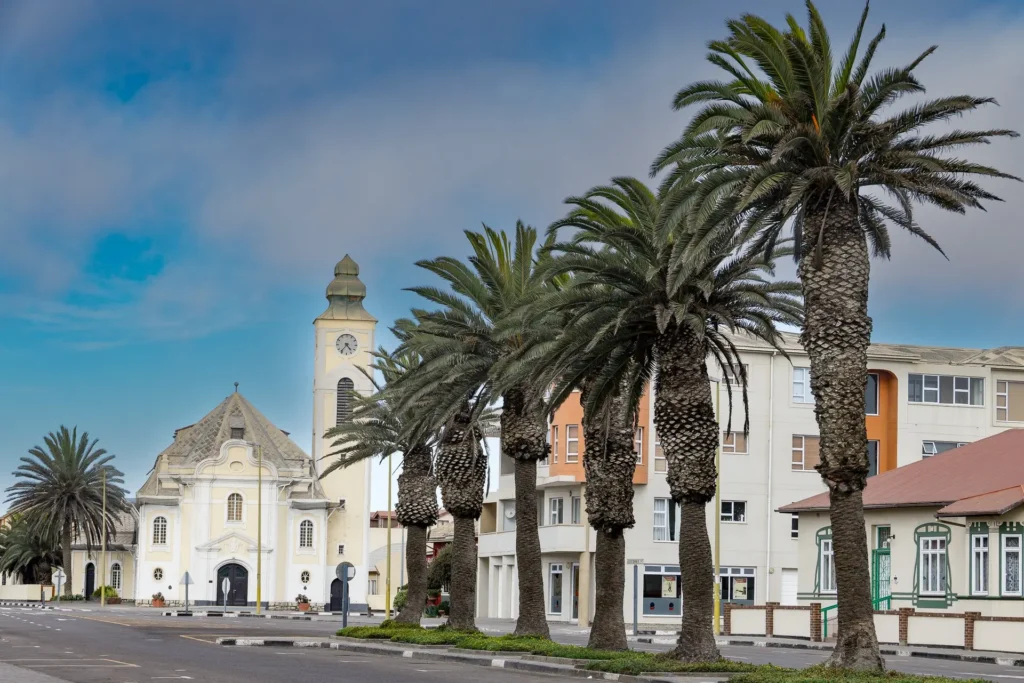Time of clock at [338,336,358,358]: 4:36
